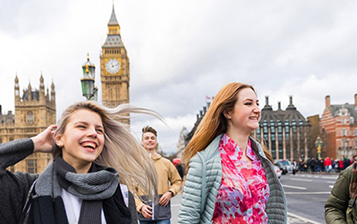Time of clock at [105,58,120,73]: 11:11
